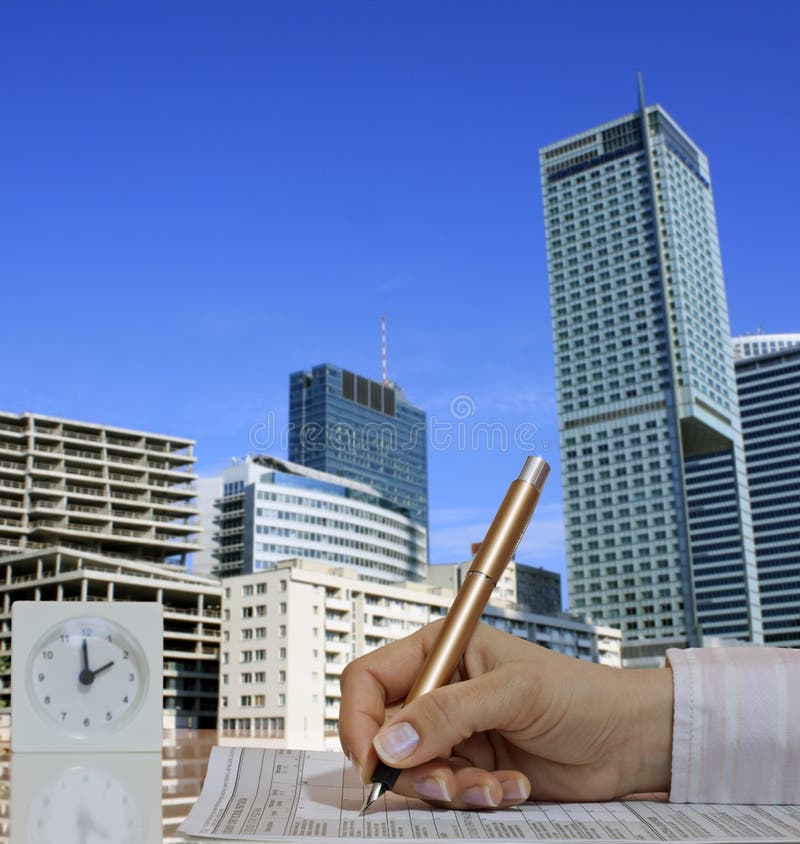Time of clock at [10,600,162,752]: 1:59
